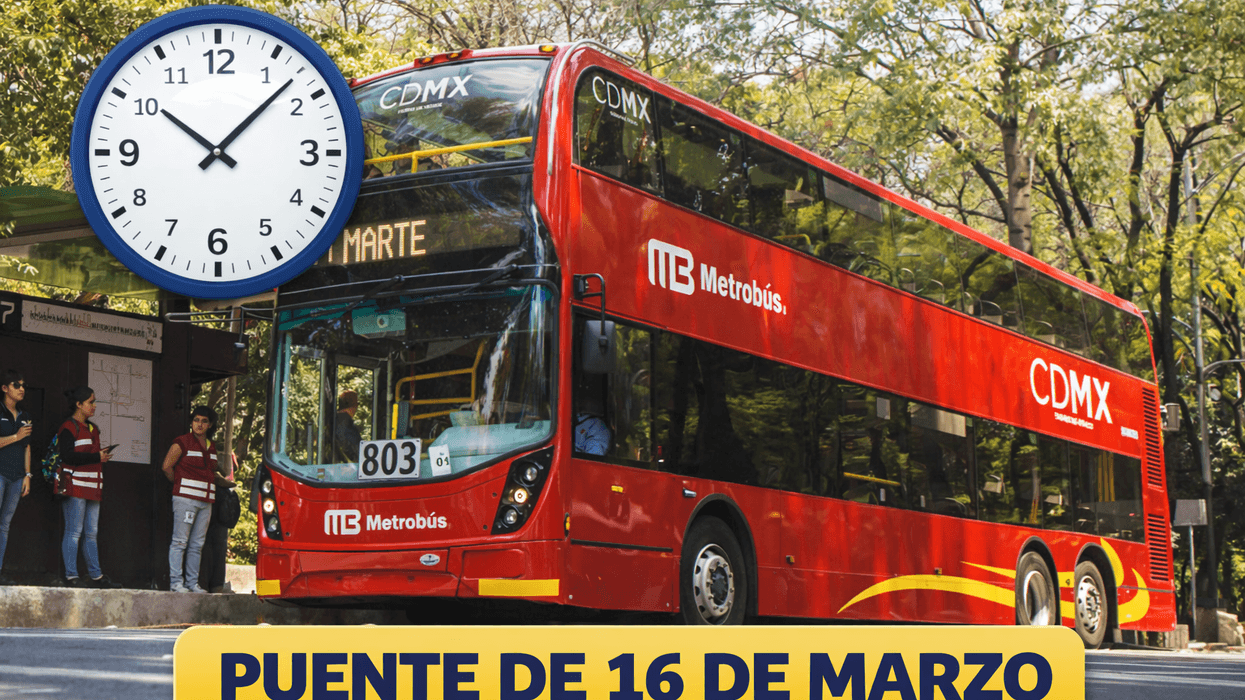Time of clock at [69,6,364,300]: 10:07
